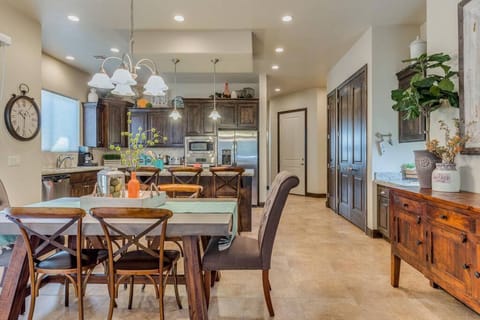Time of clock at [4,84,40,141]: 10:31
